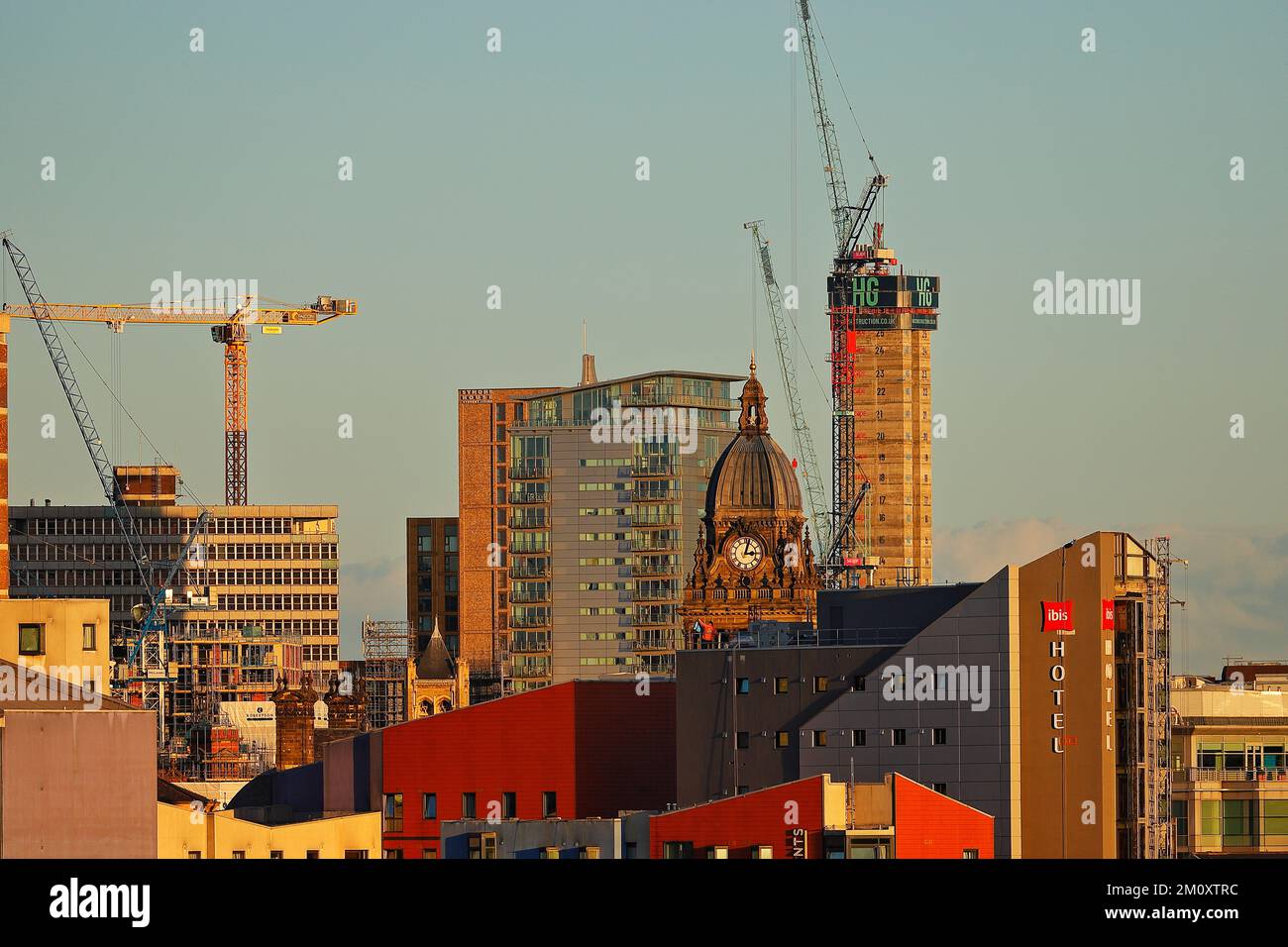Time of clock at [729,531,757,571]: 3:02
